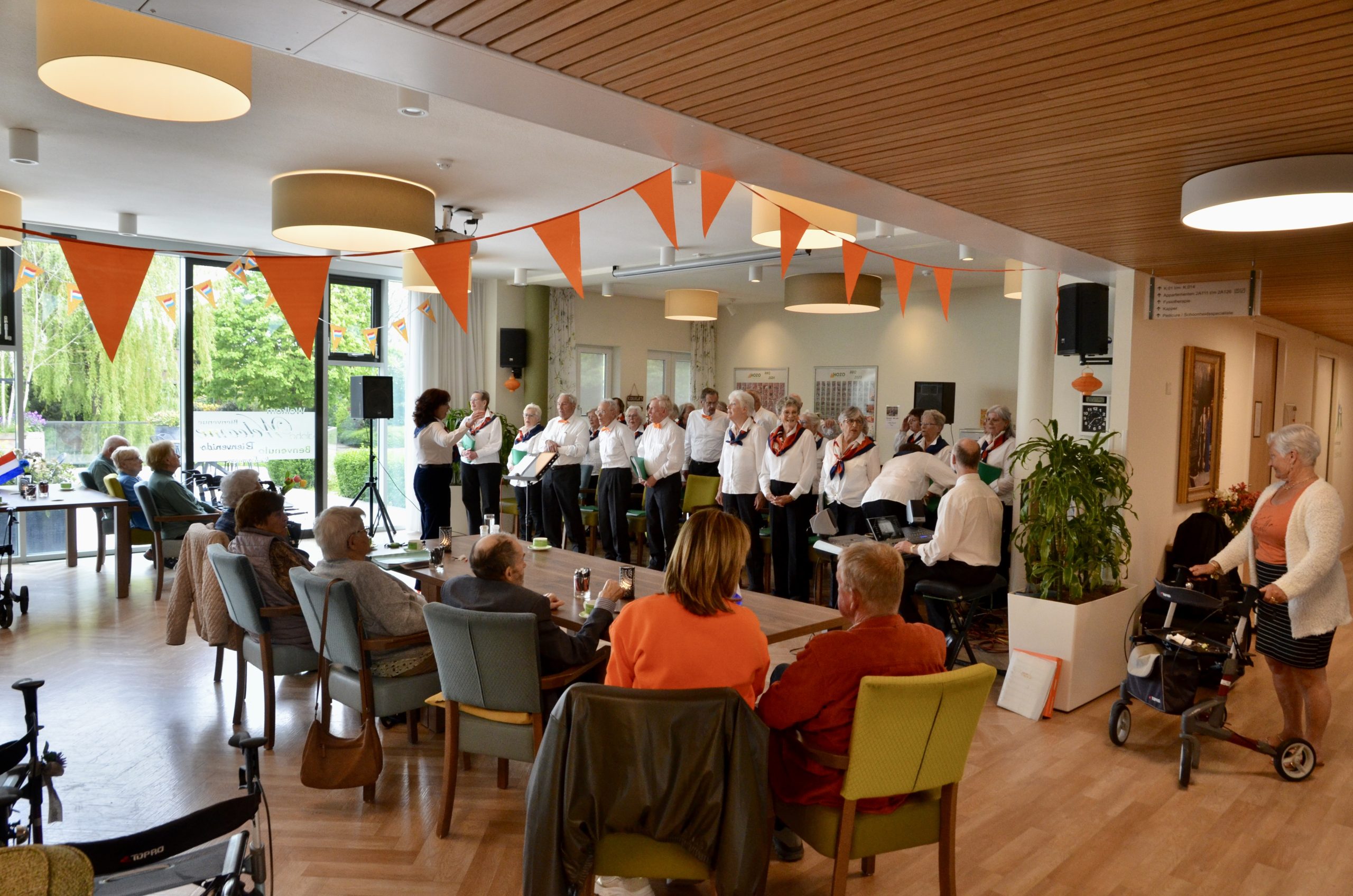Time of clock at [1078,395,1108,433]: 2:36
